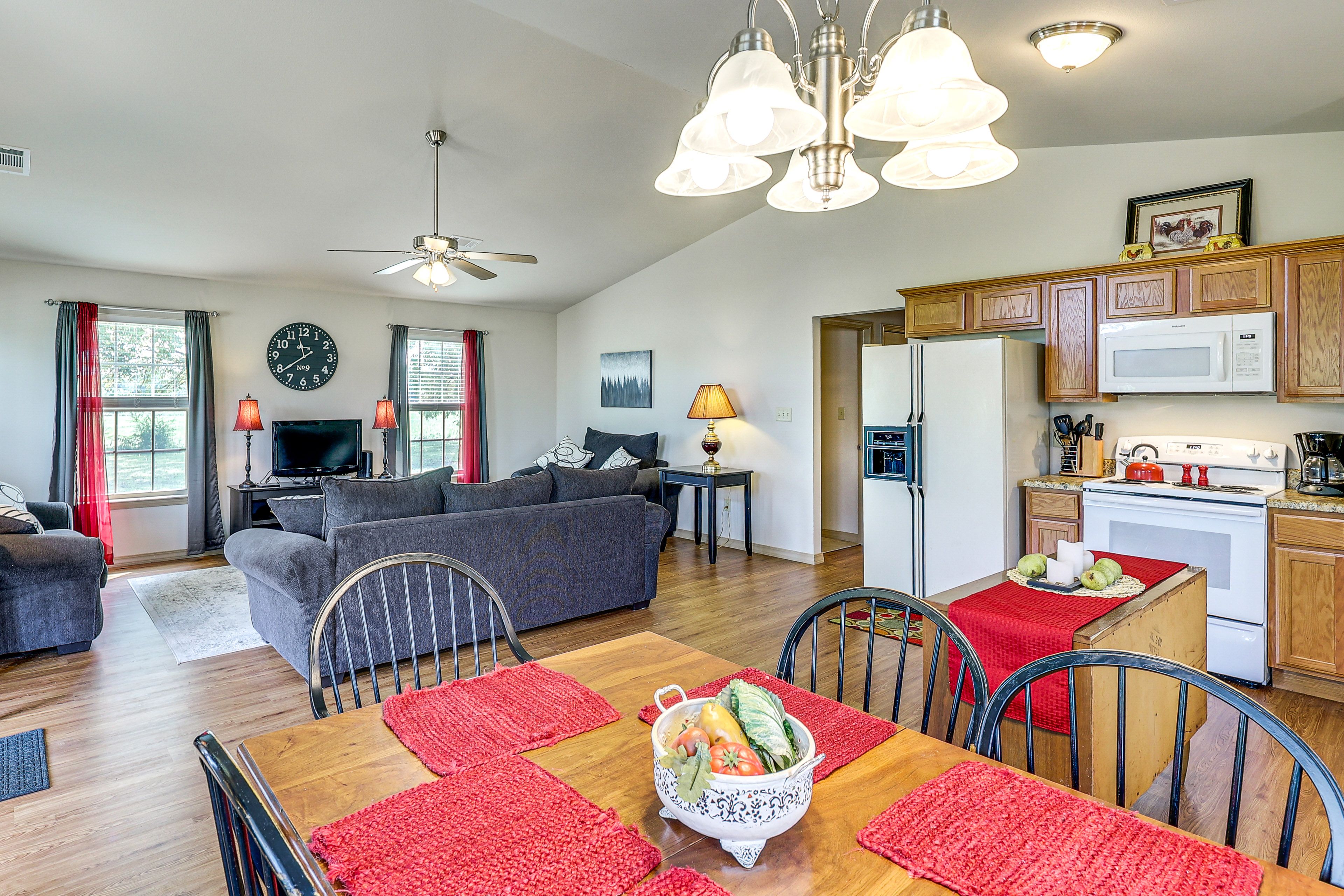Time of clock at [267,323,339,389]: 11:38
